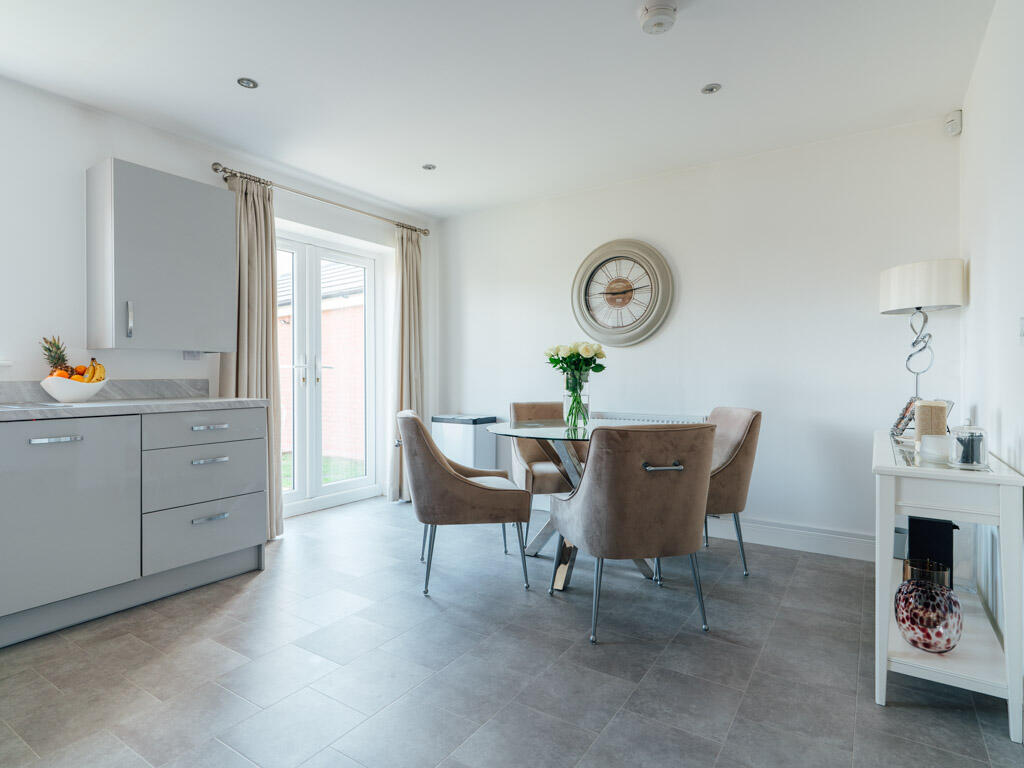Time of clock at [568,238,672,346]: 9:13
